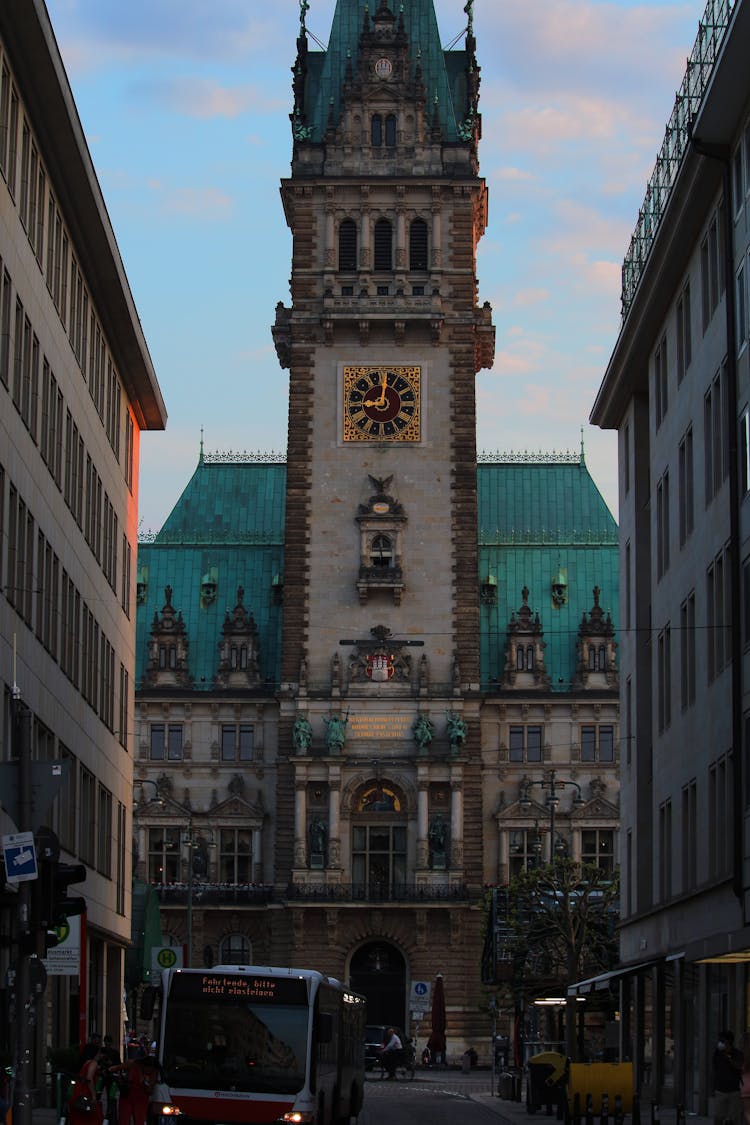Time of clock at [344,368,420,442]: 9:01
